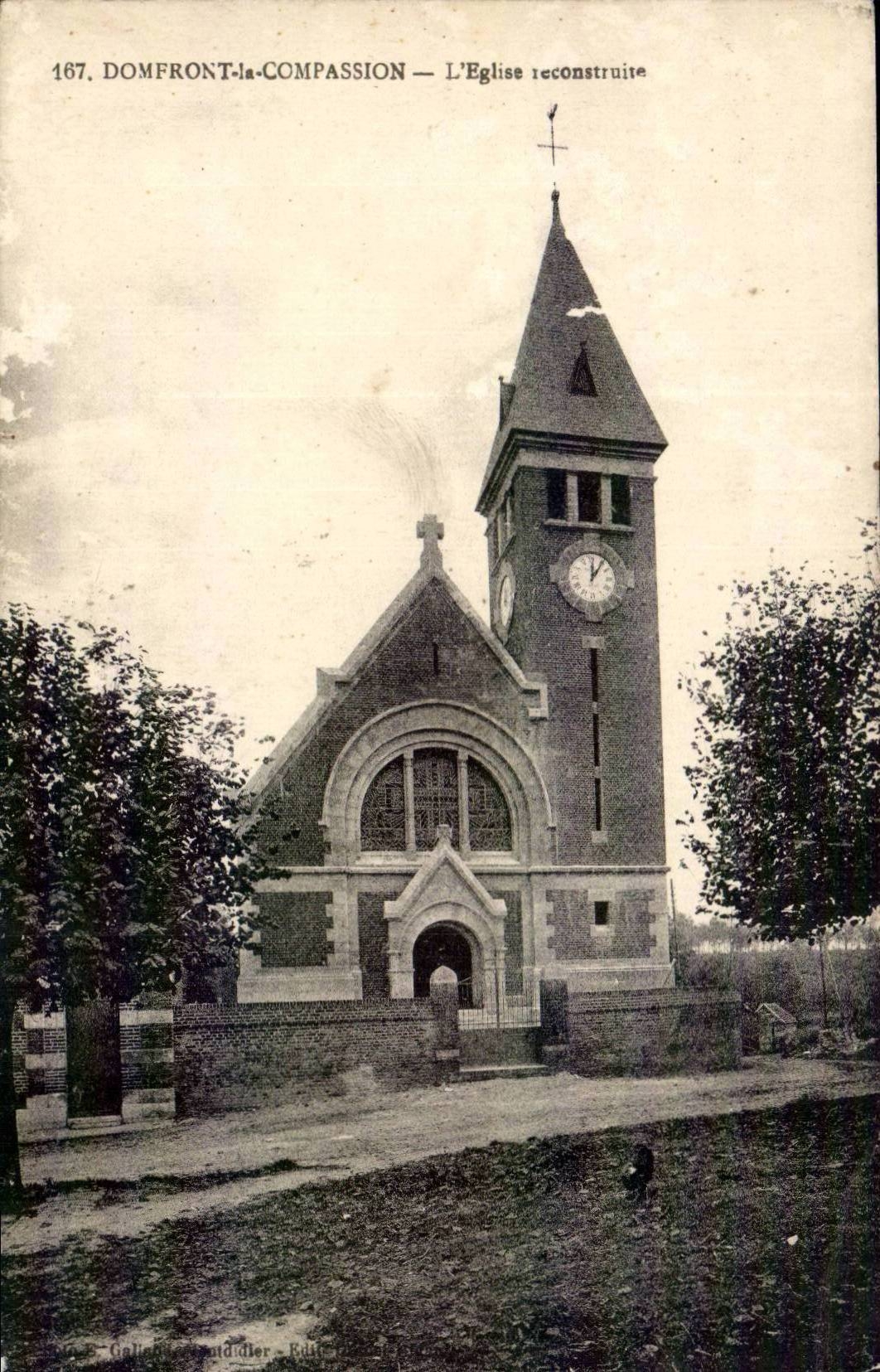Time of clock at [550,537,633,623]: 12:05
